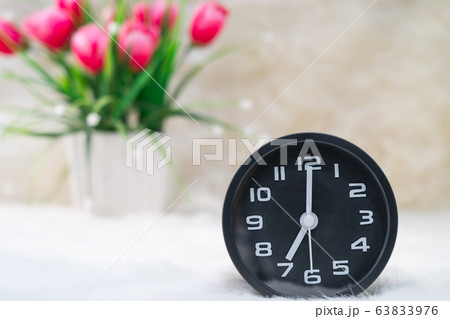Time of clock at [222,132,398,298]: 7:00
